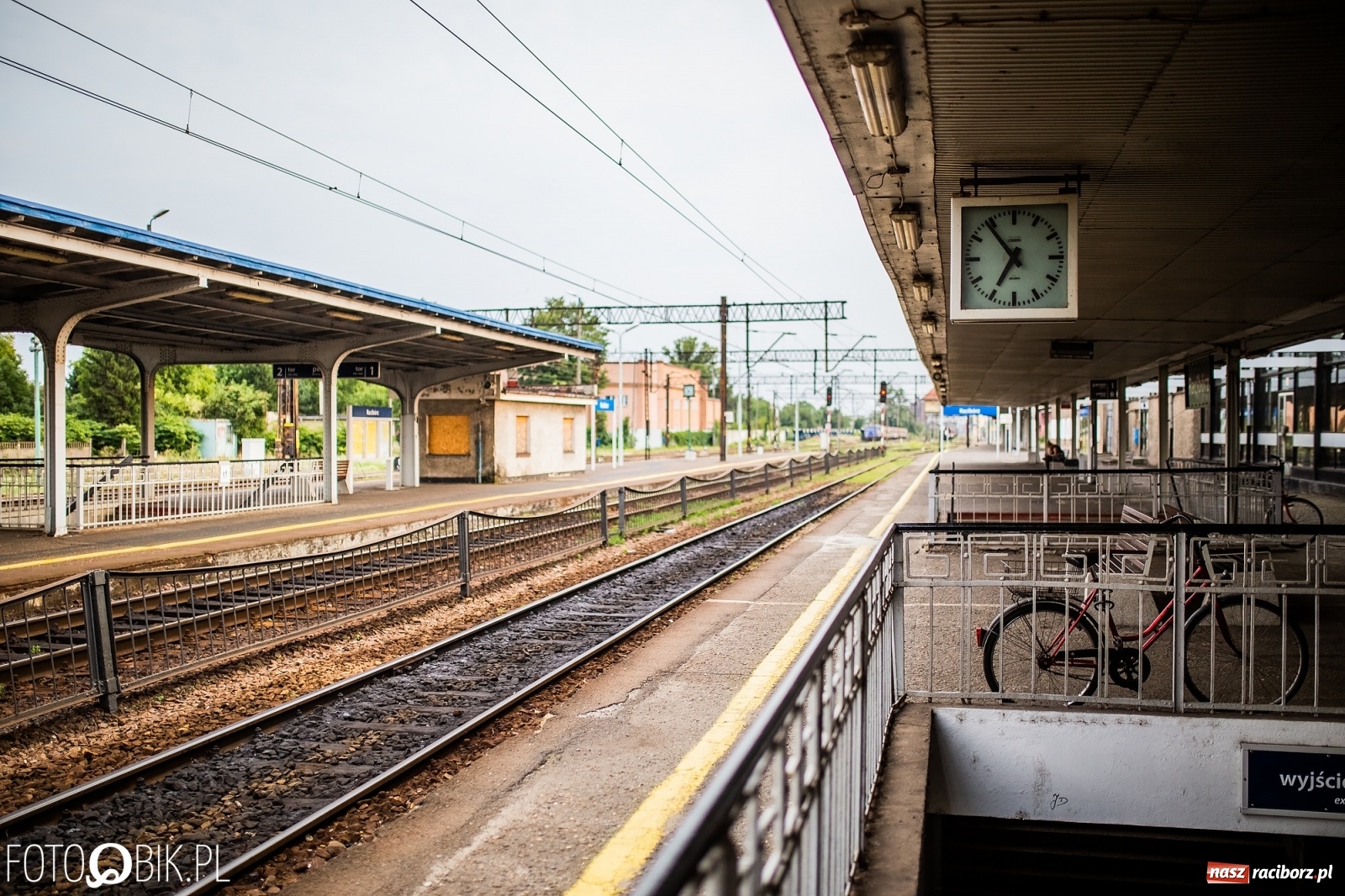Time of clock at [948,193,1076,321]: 6:53
